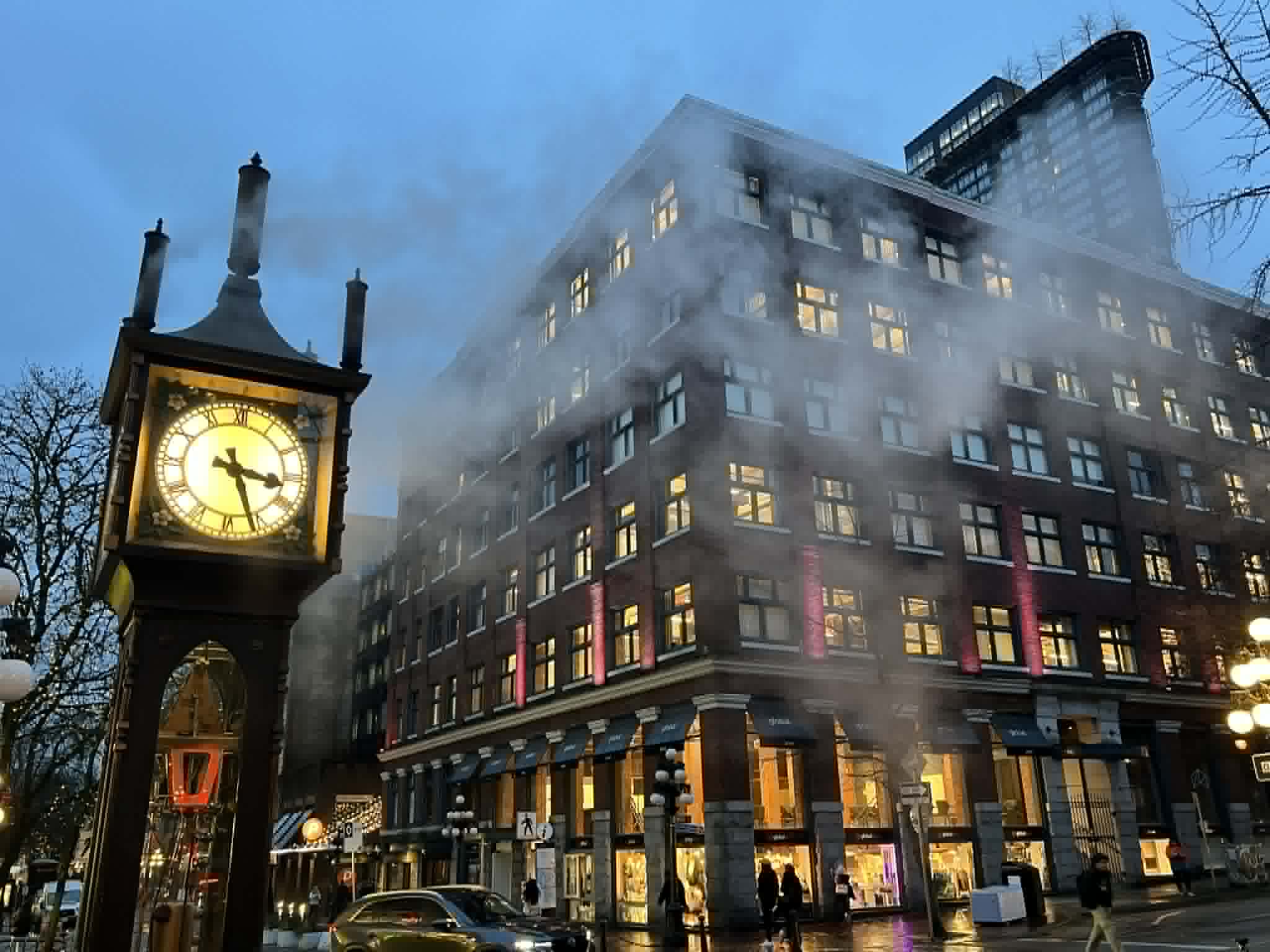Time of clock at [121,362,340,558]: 3:26
